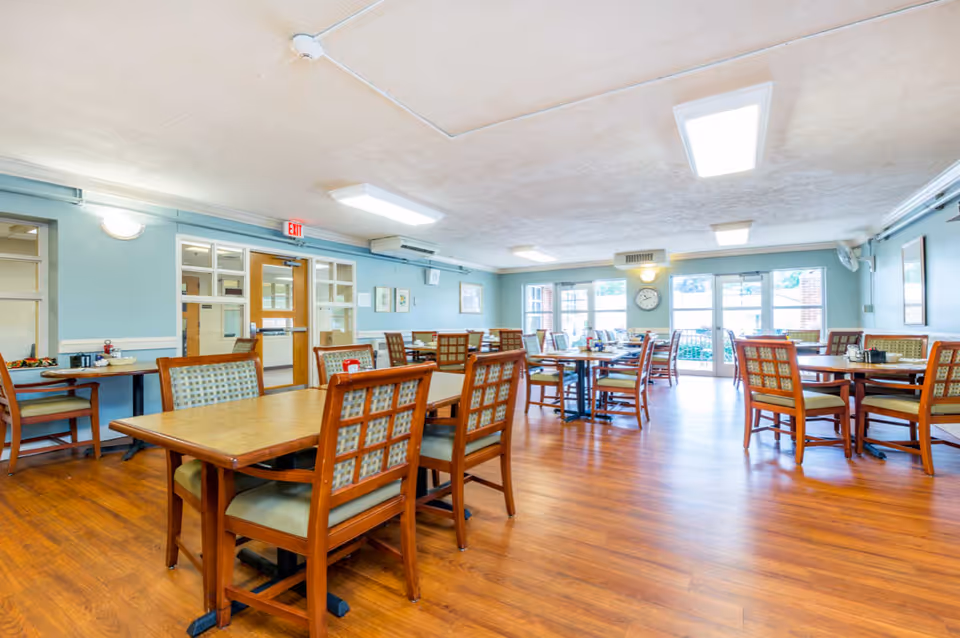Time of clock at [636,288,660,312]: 10:41
